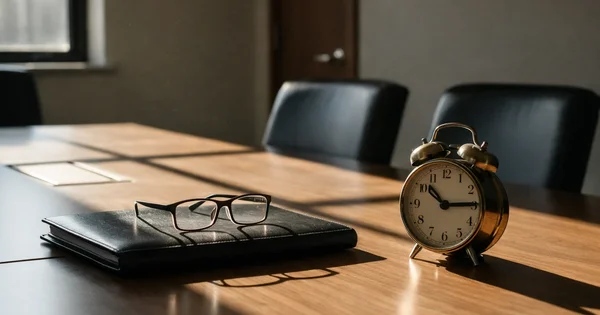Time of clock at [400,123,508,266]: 10:14
